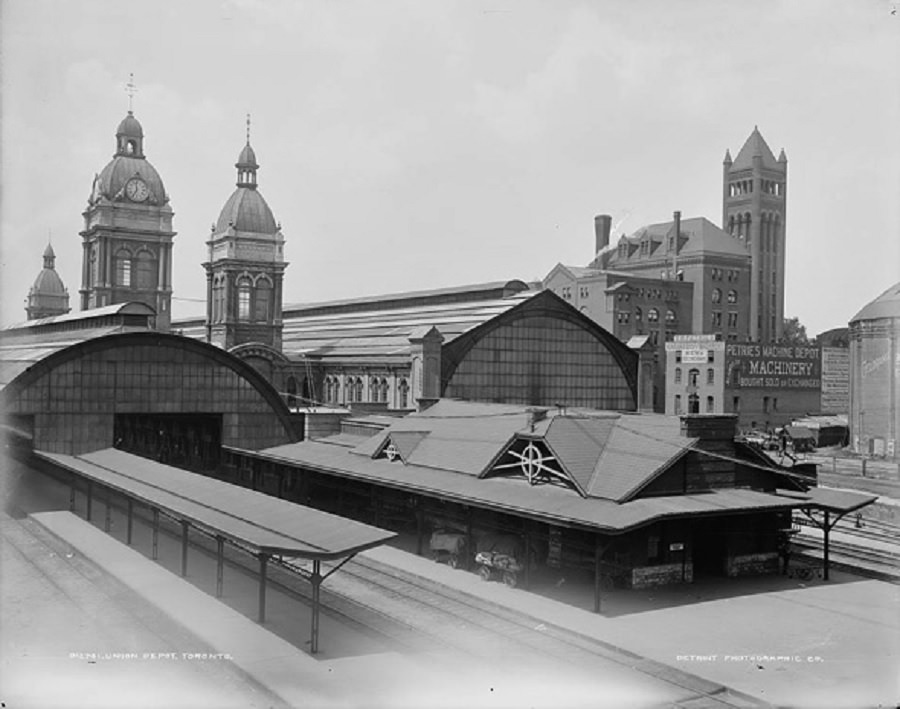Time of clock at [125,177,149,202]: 6:58
